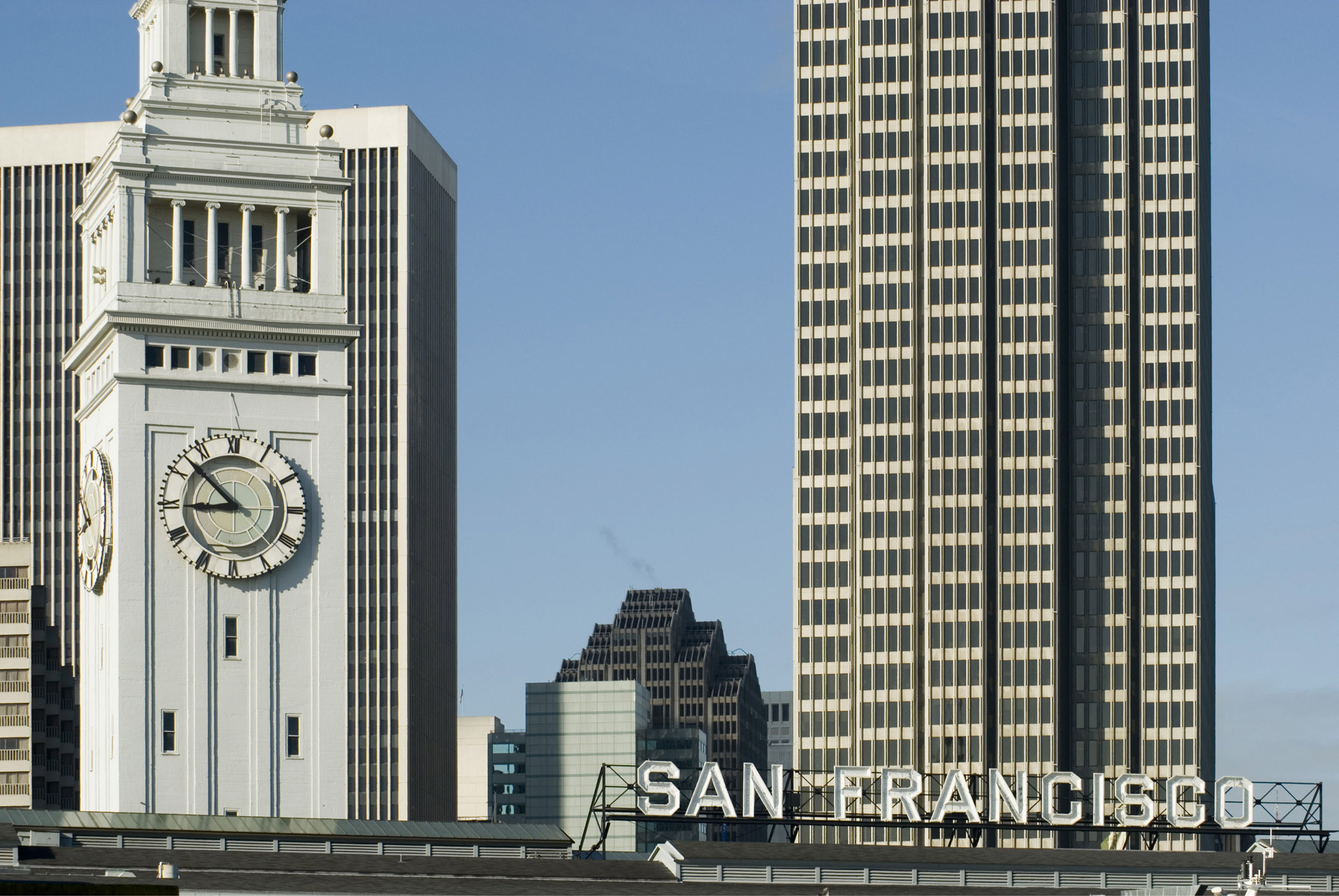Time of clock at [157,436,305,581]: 8:52
